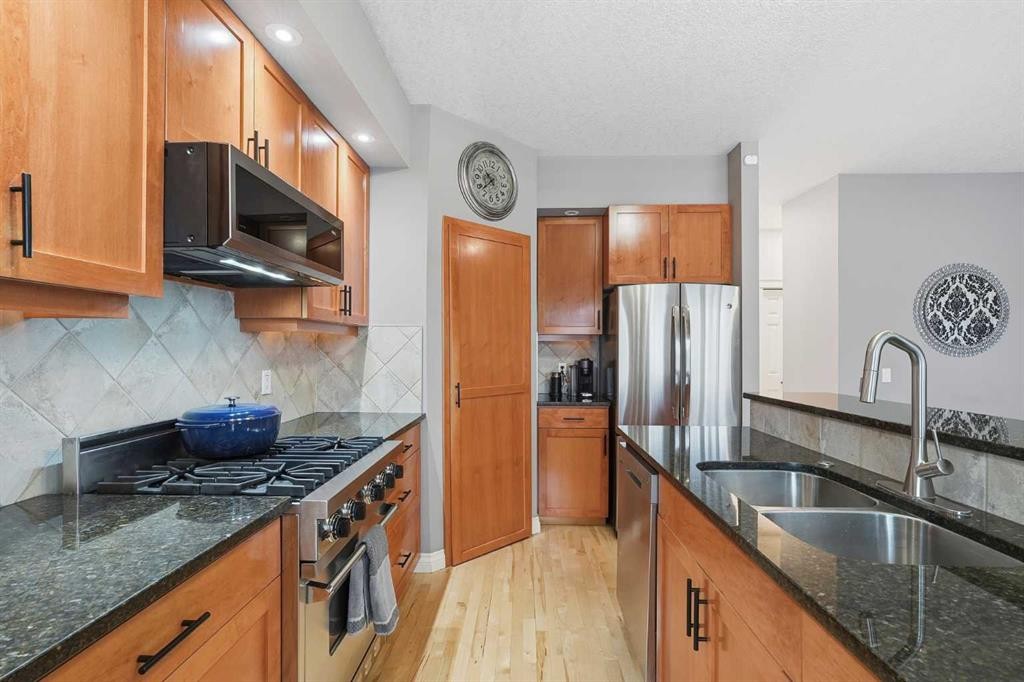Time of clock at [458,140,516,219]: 10:38
